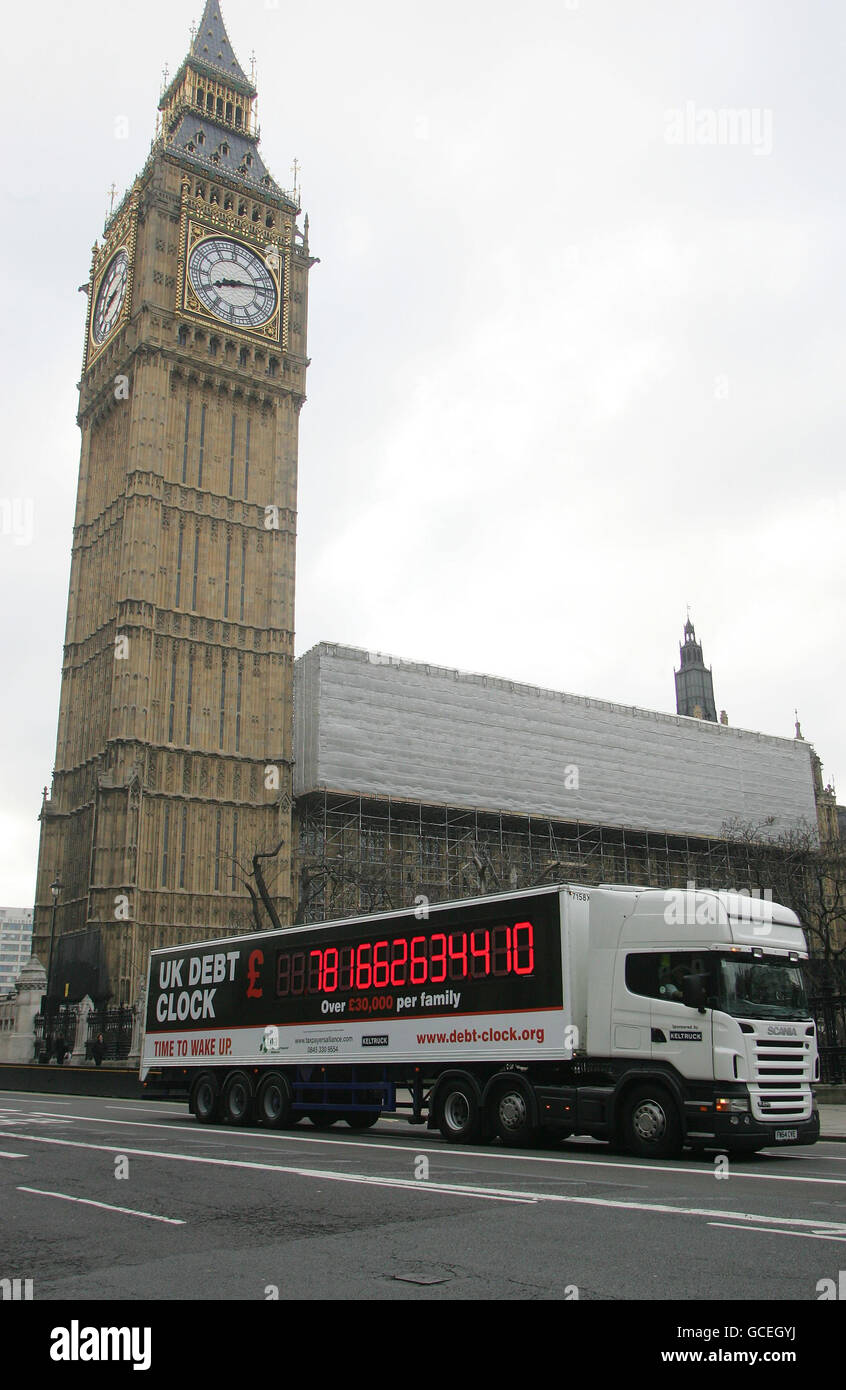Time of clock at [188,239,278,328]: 8:12
